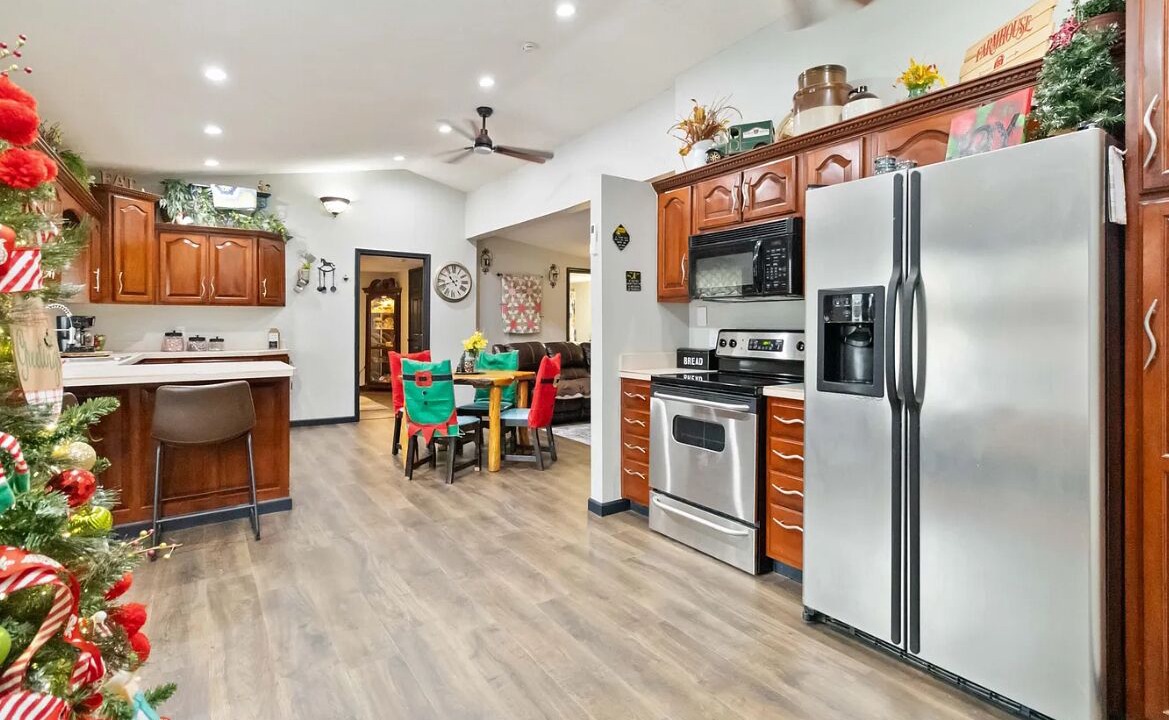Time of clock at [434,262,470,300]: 10:41
